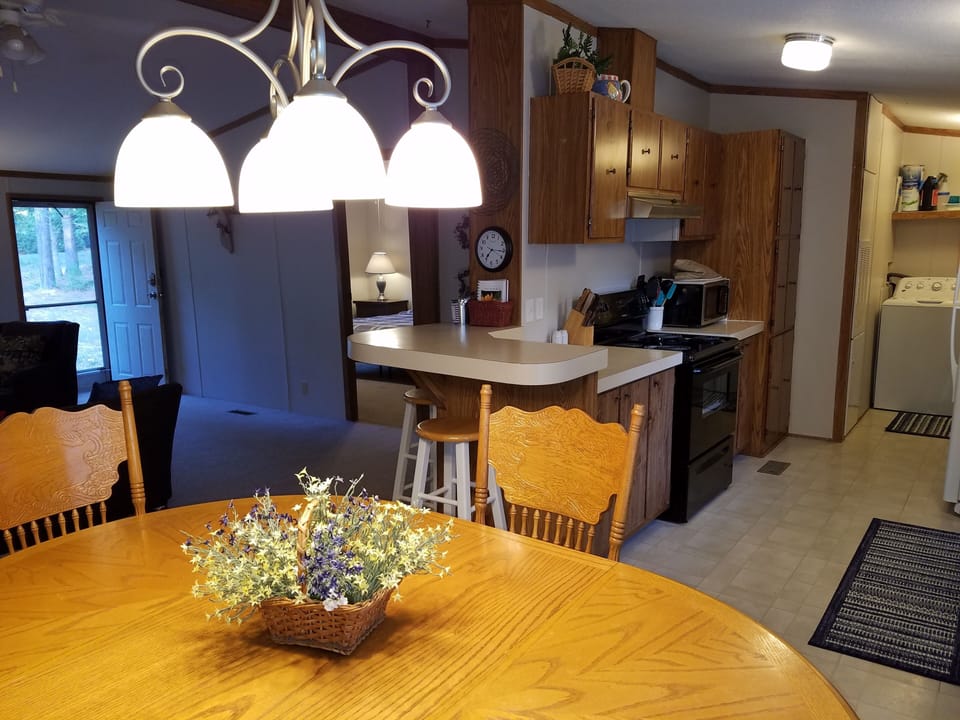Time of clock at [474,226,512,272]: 7:15
